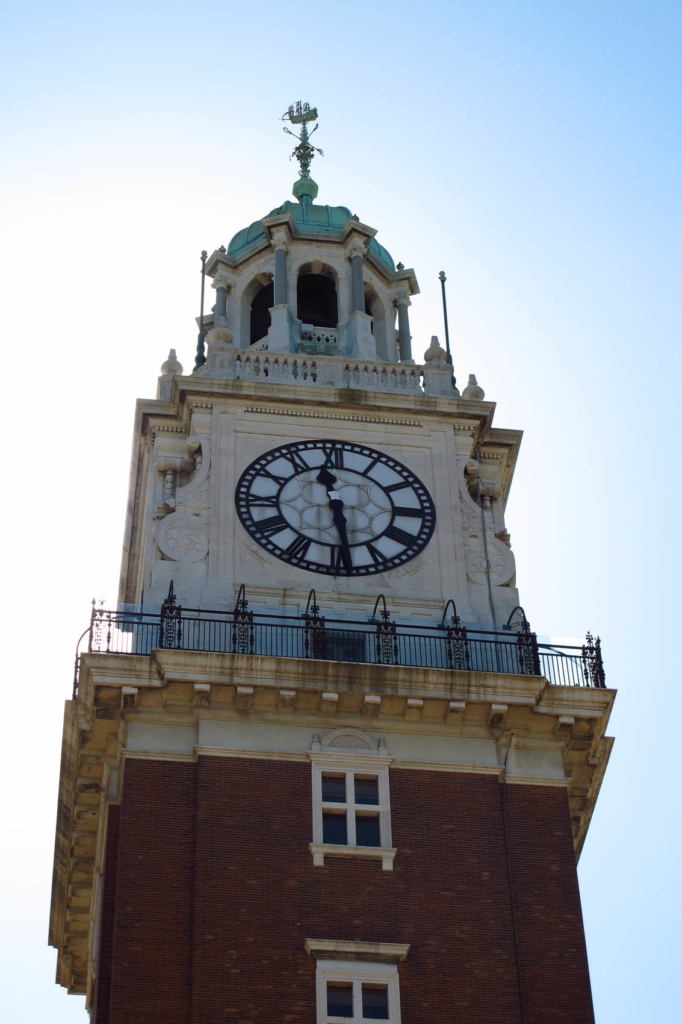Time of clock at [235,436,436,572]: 11:28
